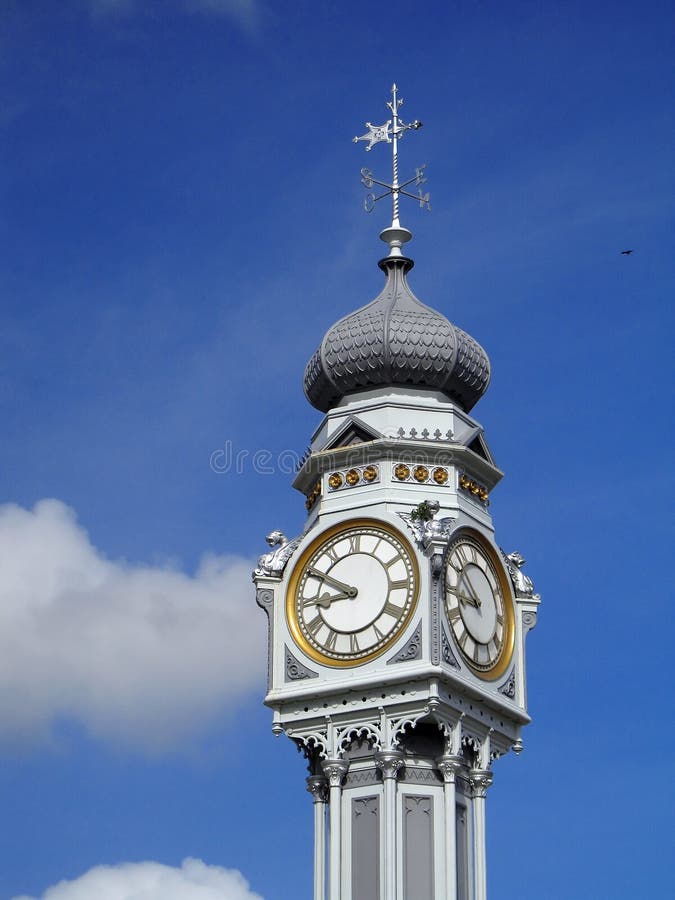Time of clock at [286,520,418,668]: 8:49
